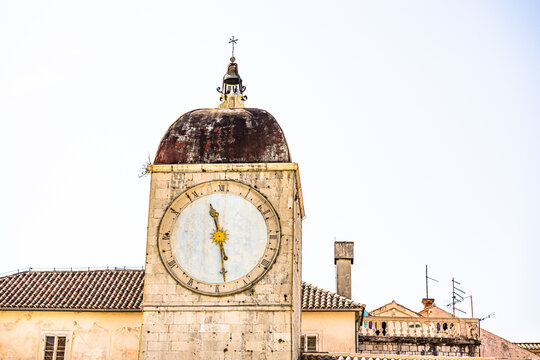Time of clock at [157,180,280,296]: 11:28
